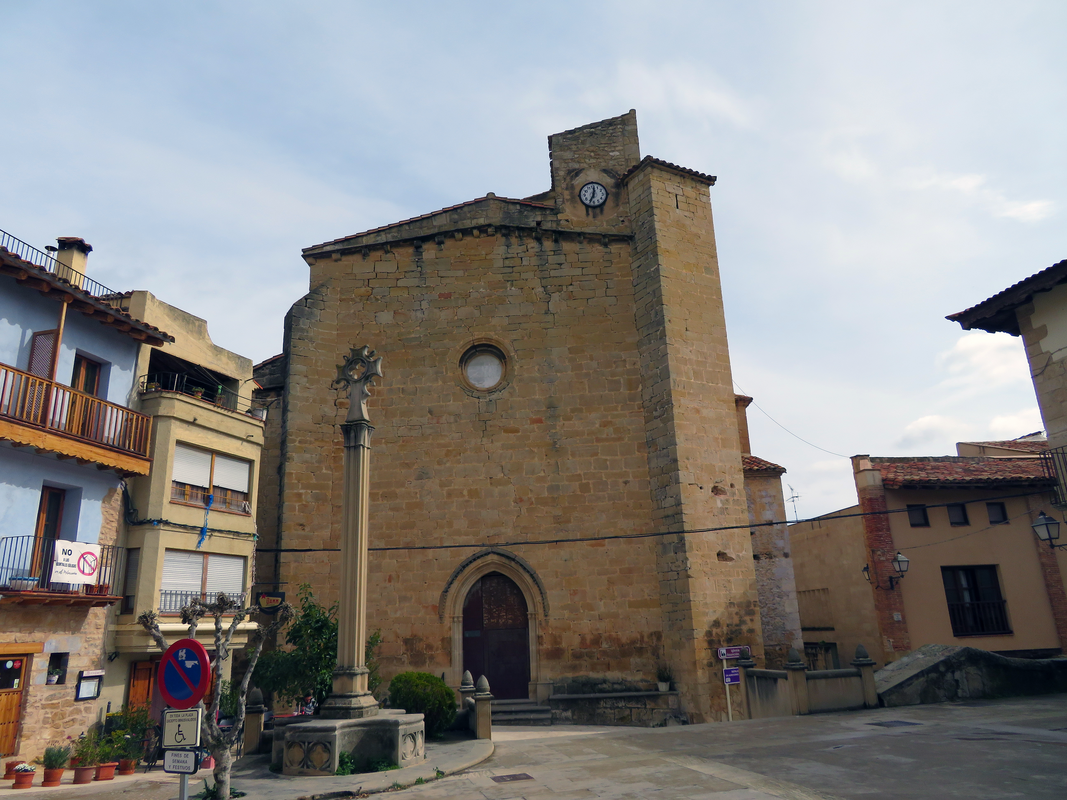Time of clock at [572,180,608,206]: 12:34
